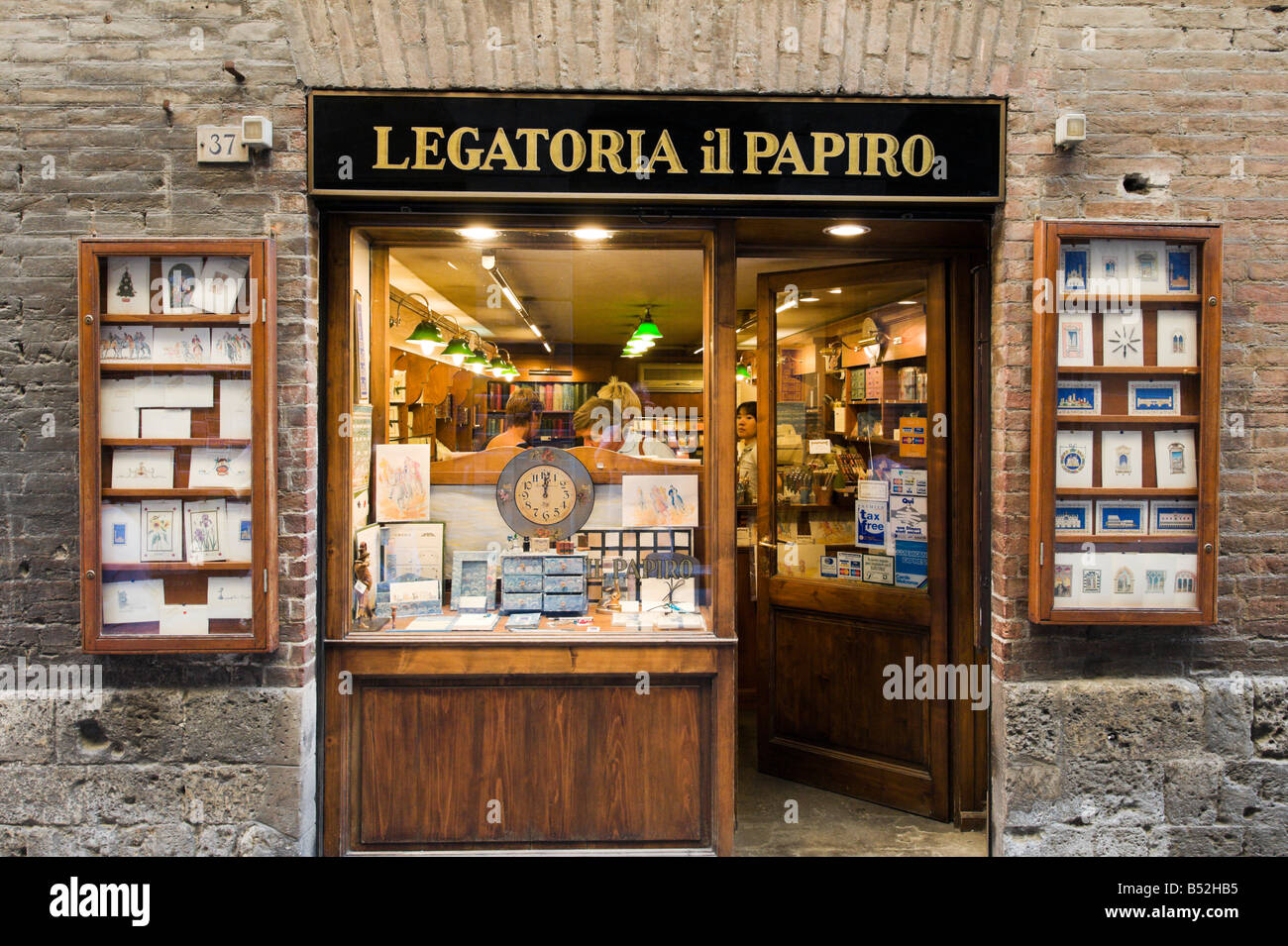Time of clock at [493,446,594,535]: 12:01
